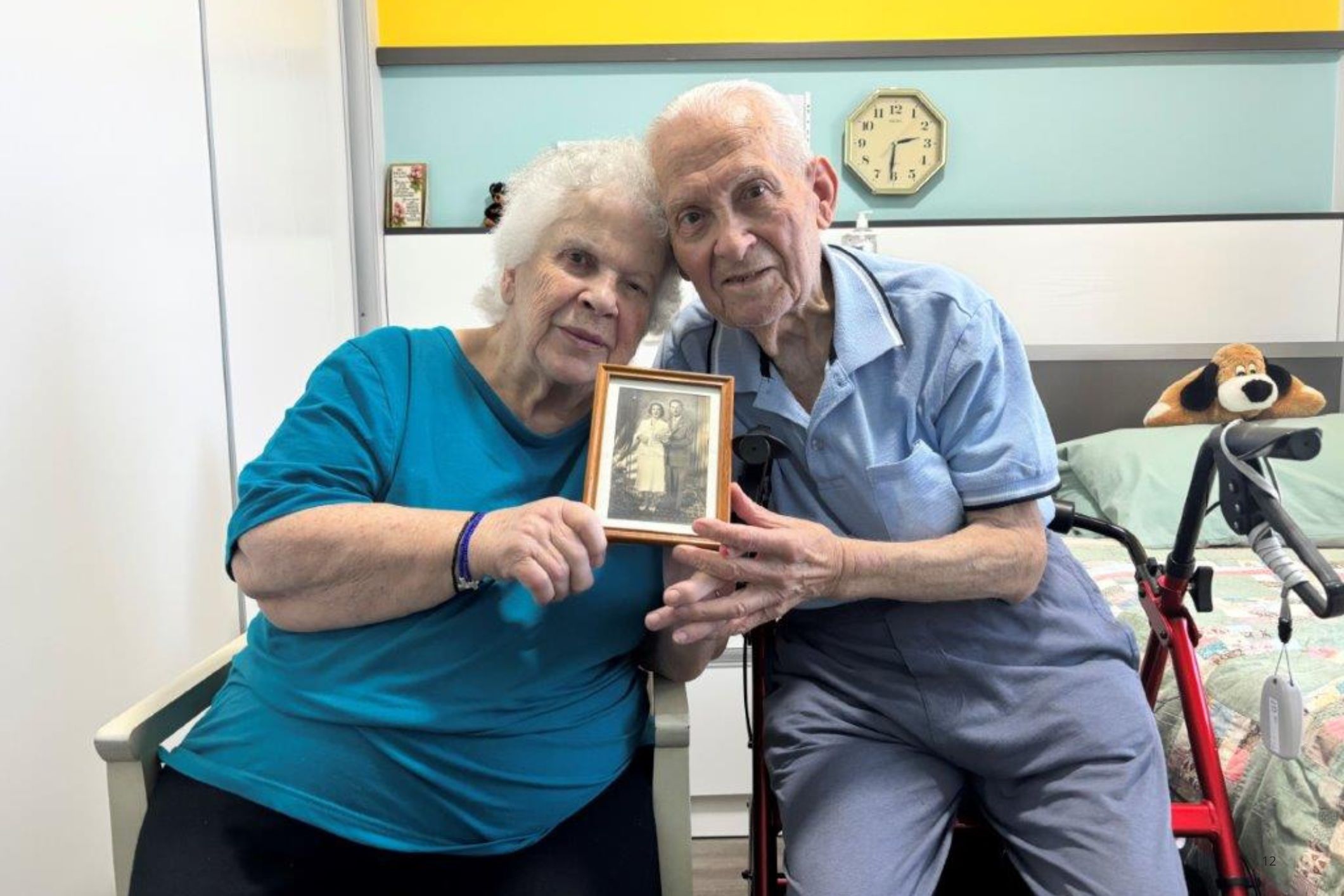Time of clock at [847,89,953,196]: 2:31
